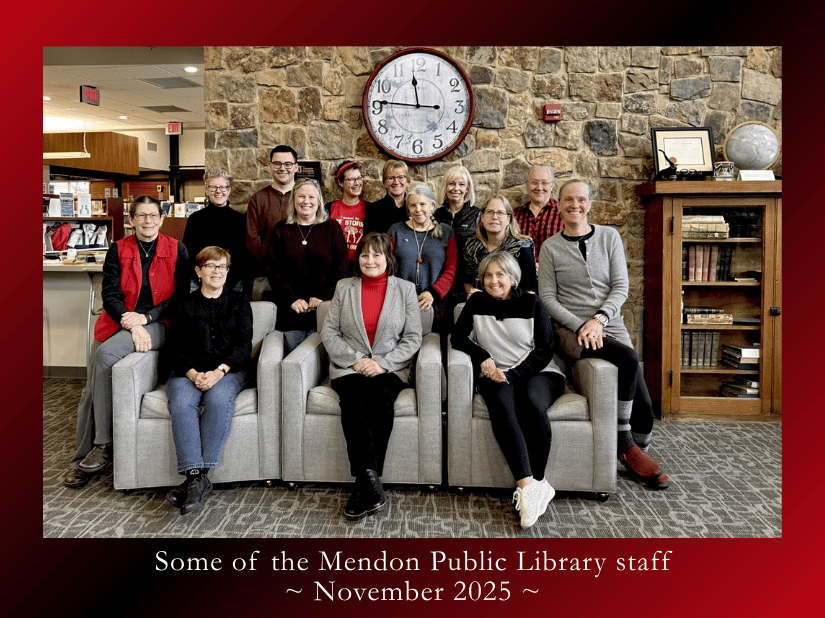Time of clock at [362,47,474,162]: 11:46
